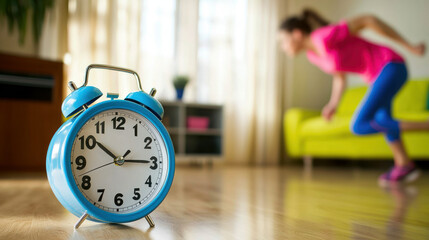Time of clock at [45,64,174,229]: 10:14
